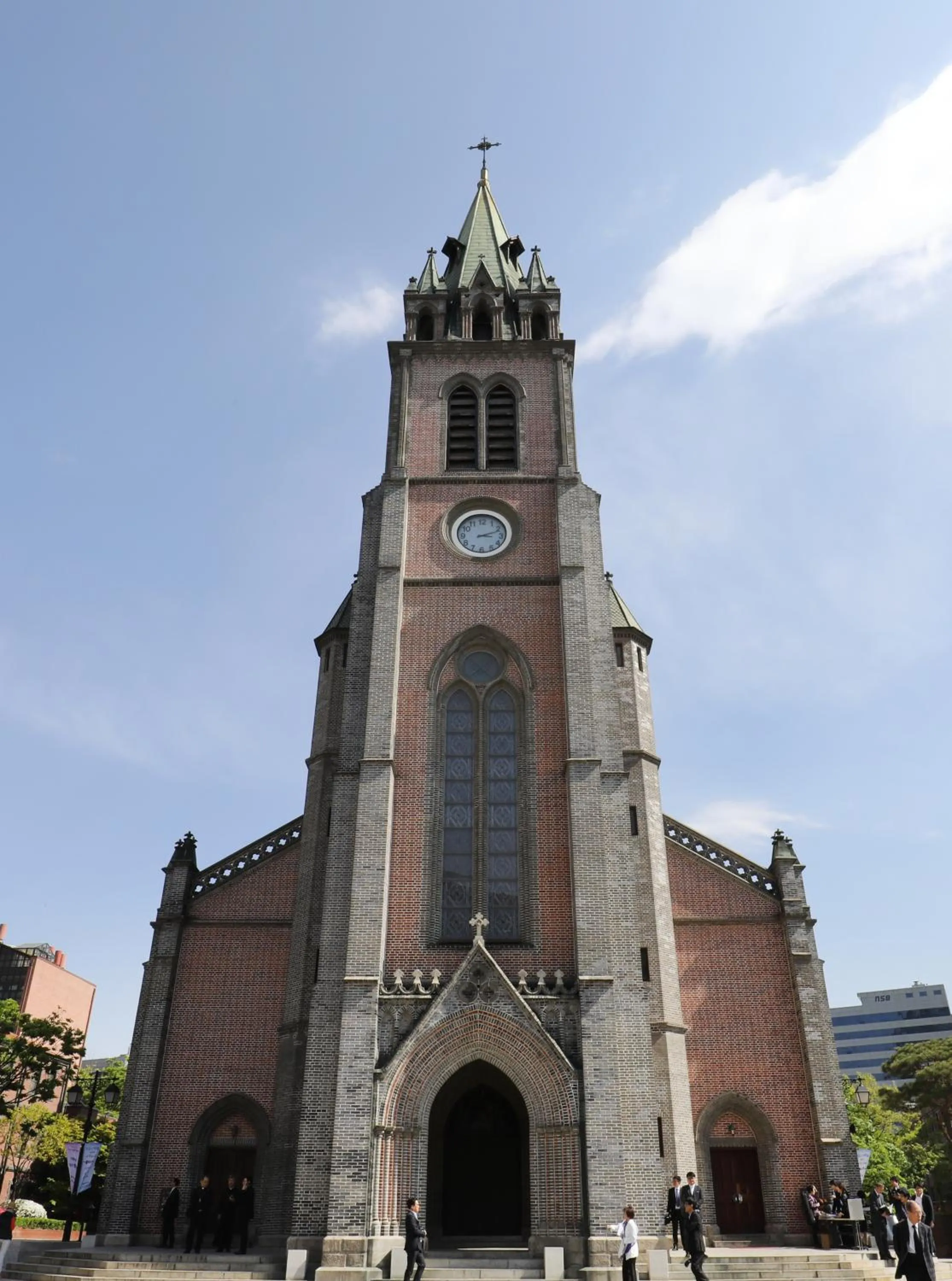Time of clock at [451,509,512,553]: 3:11
